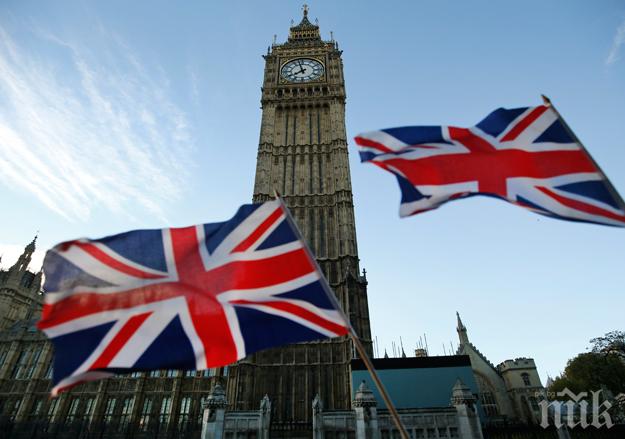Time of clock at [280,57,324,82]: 7:57
